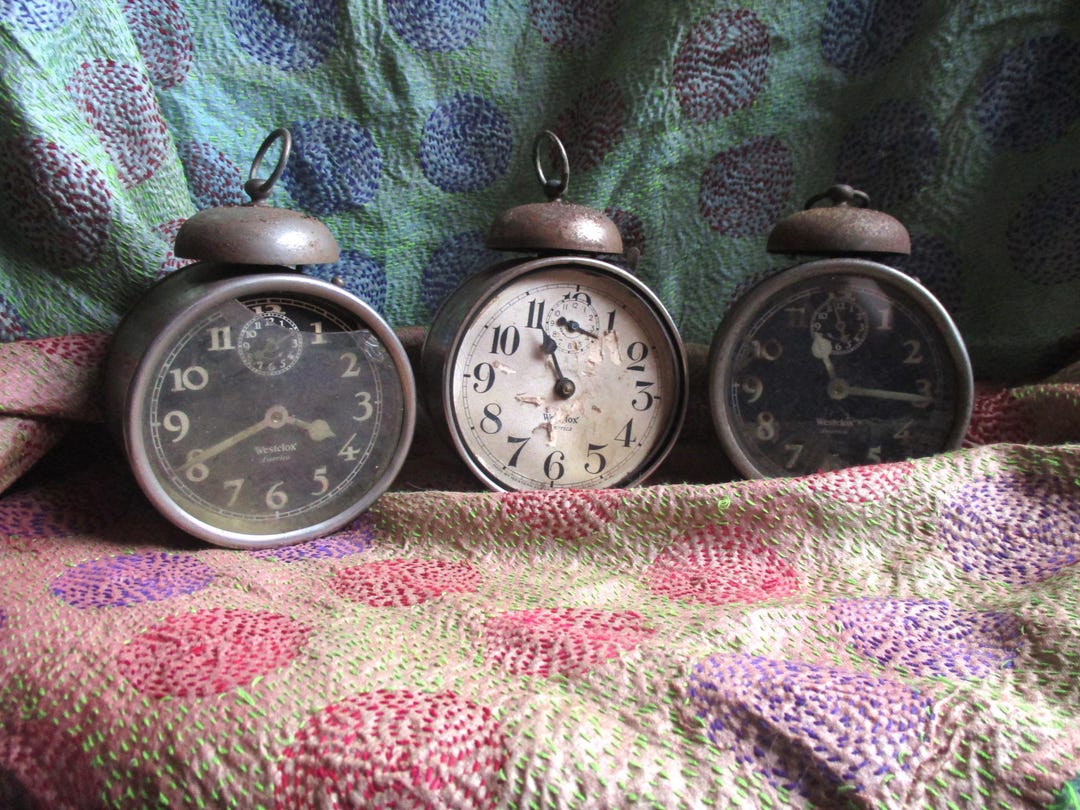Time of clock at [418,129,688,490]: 10:55
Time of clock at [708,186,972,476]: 11:16
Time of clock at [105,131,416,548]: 3:40
